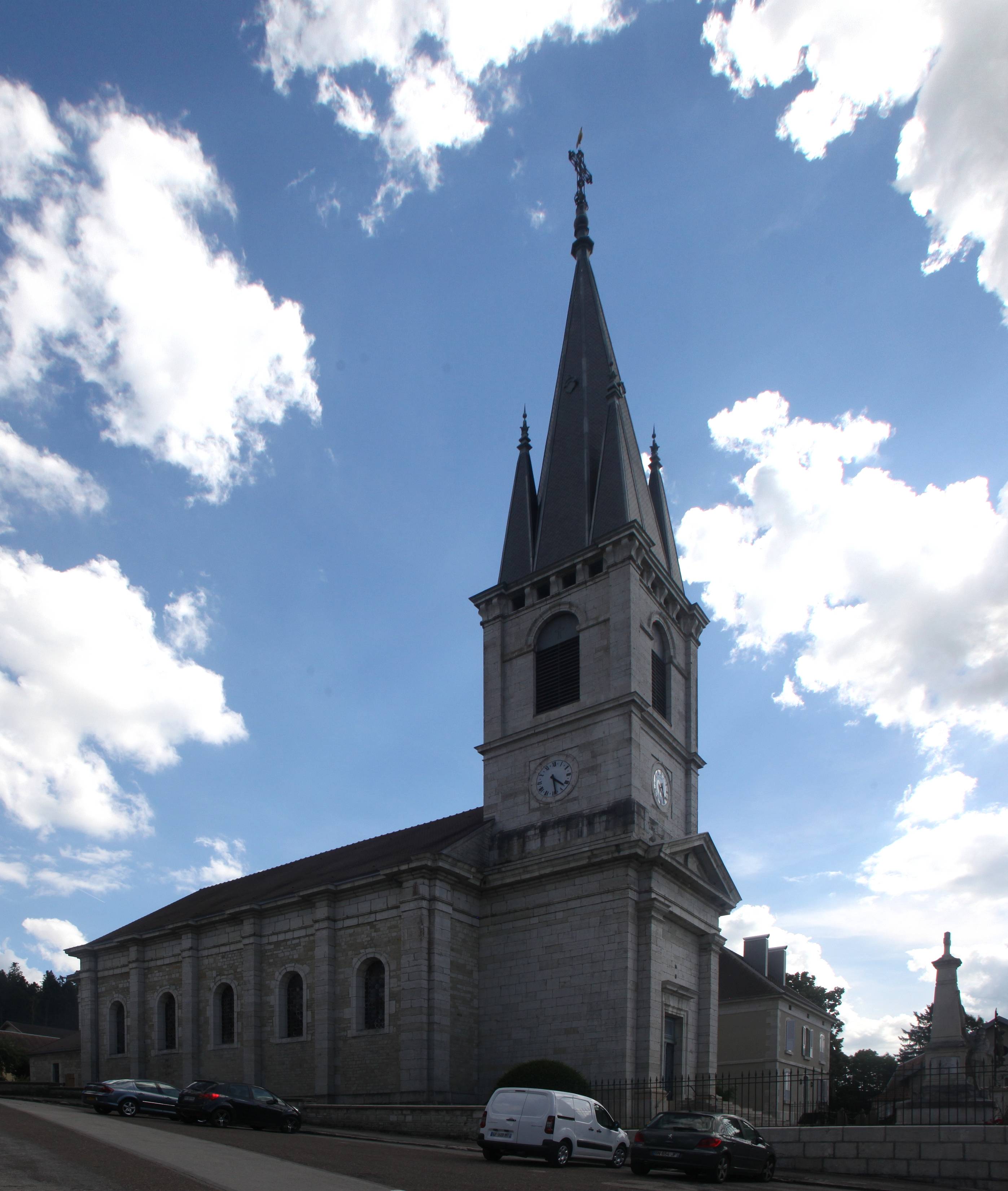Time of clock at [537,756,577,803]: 4:29
